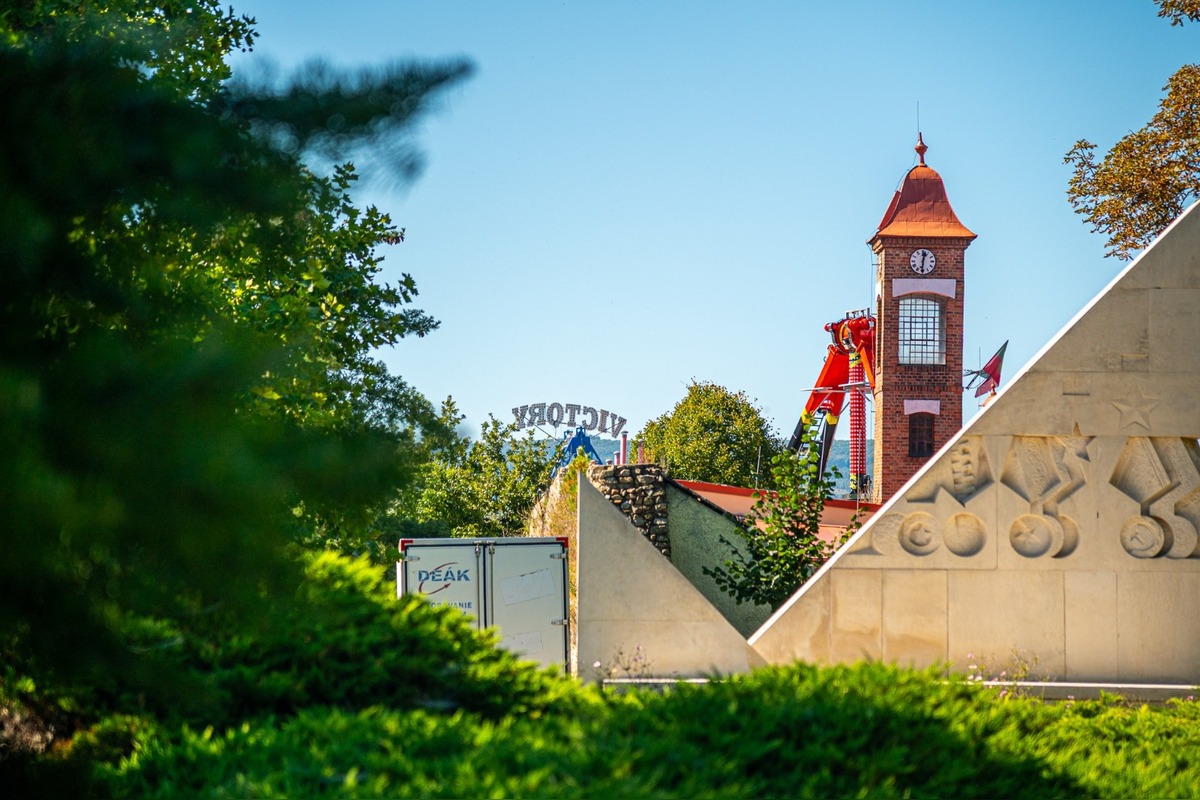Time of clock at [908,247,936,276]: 12:30
